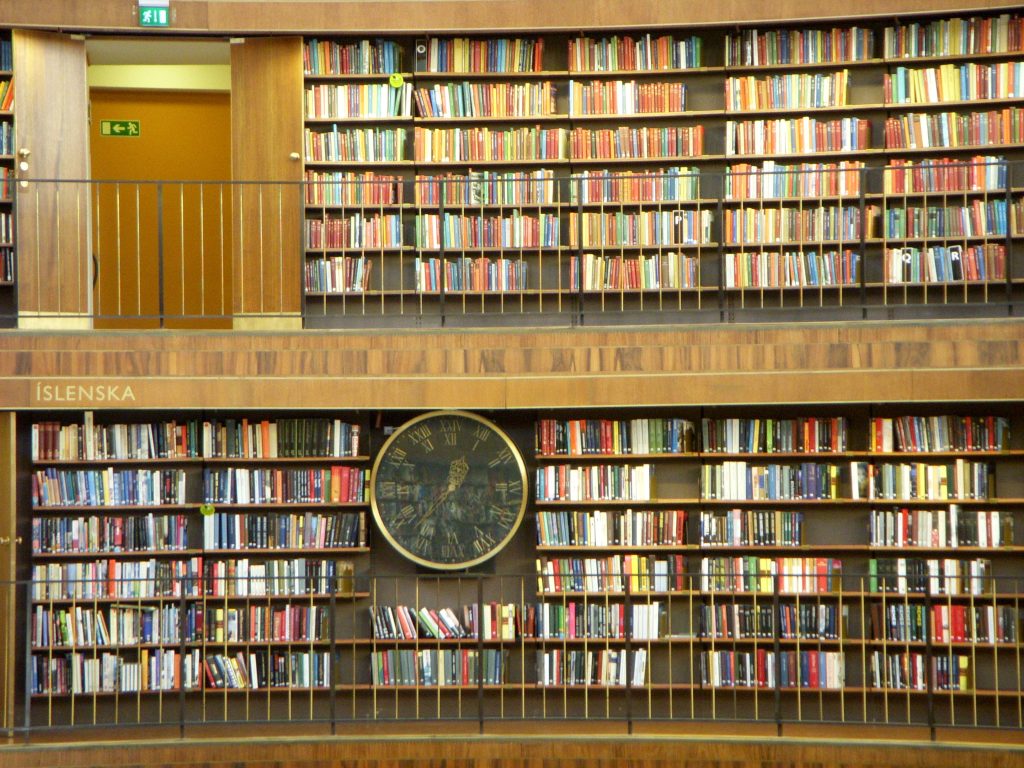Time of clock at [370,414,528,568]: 12:37
